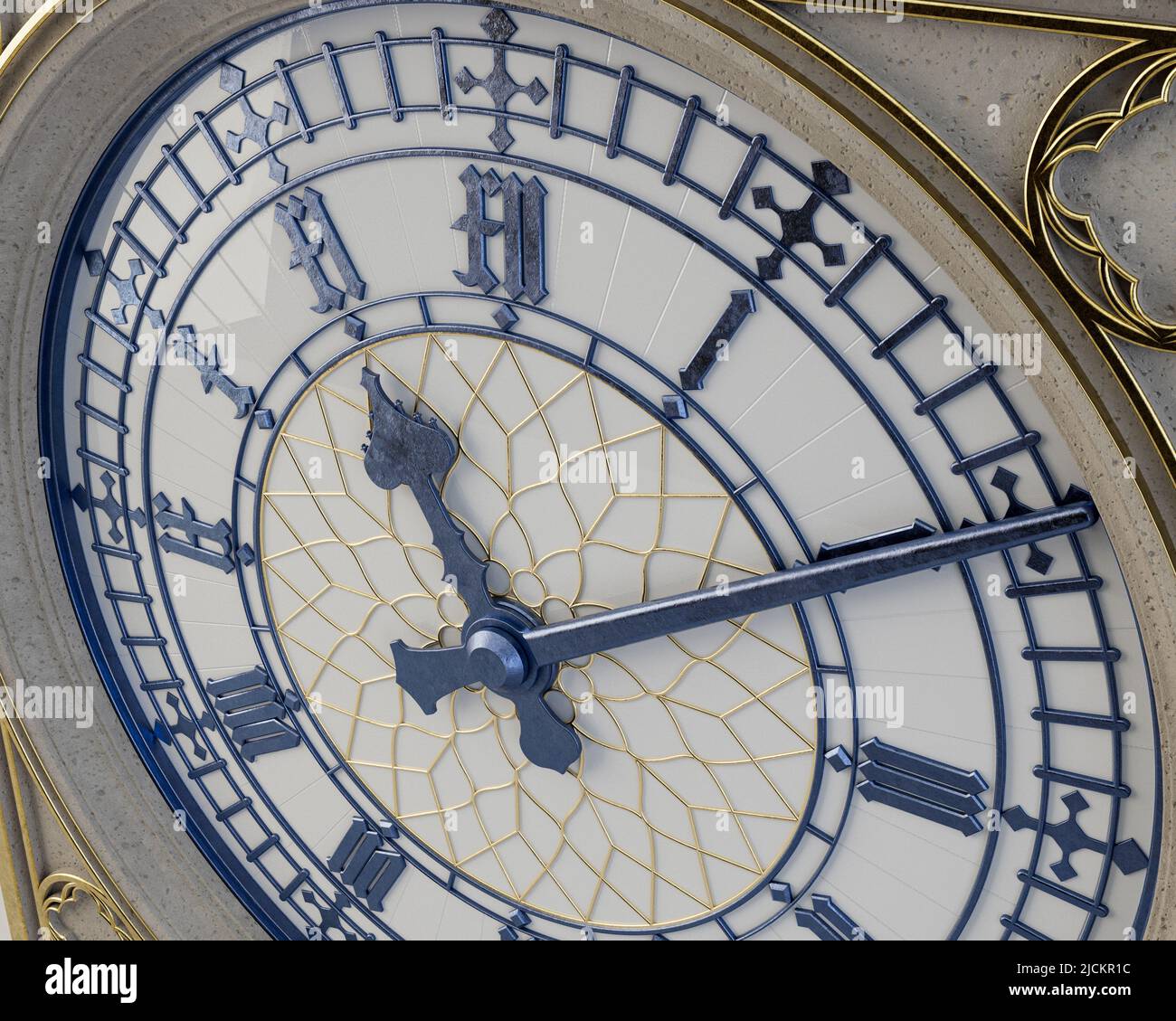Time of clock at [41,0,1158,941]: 11:07
